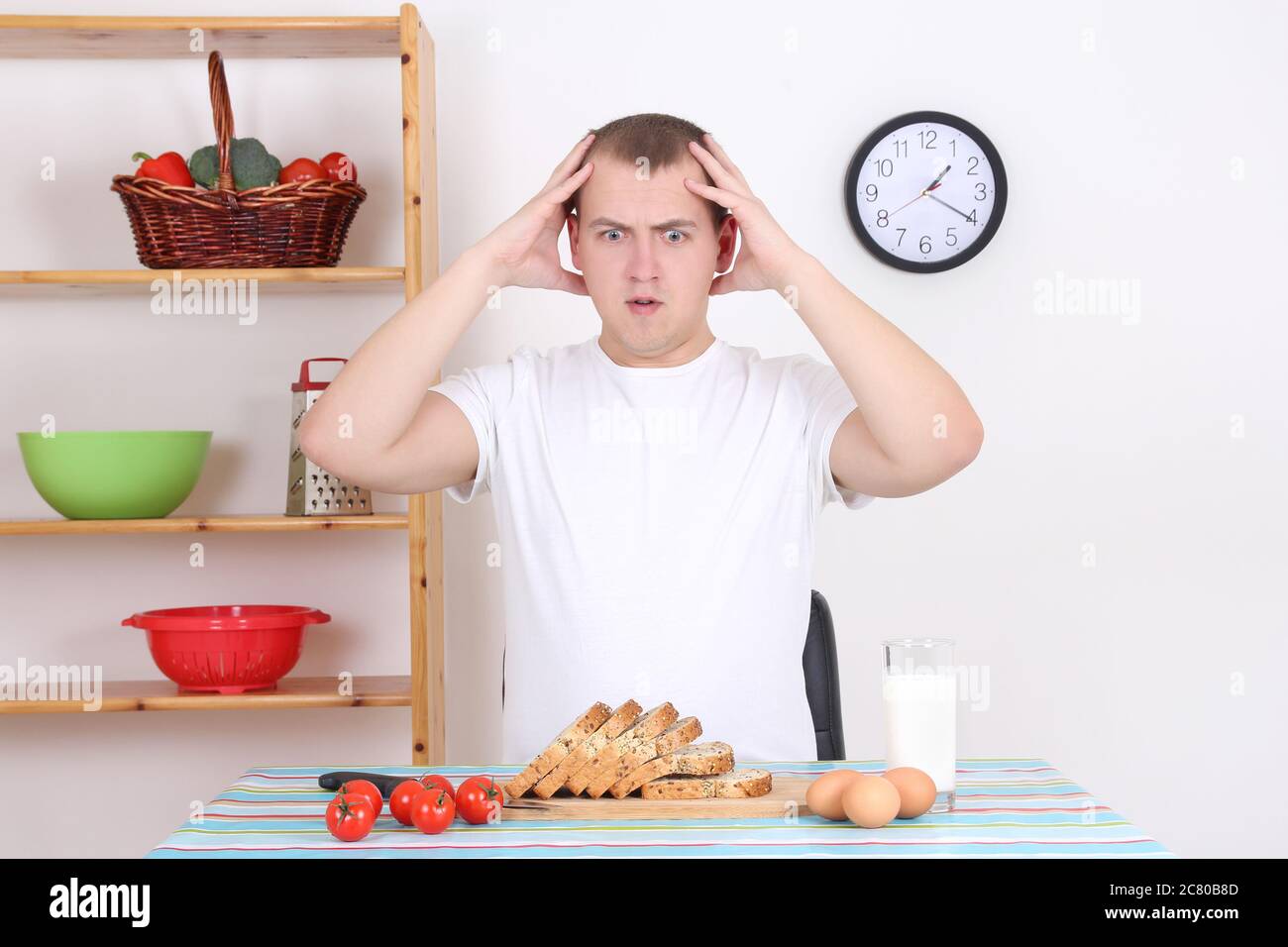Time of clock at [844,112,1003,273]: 1:20
